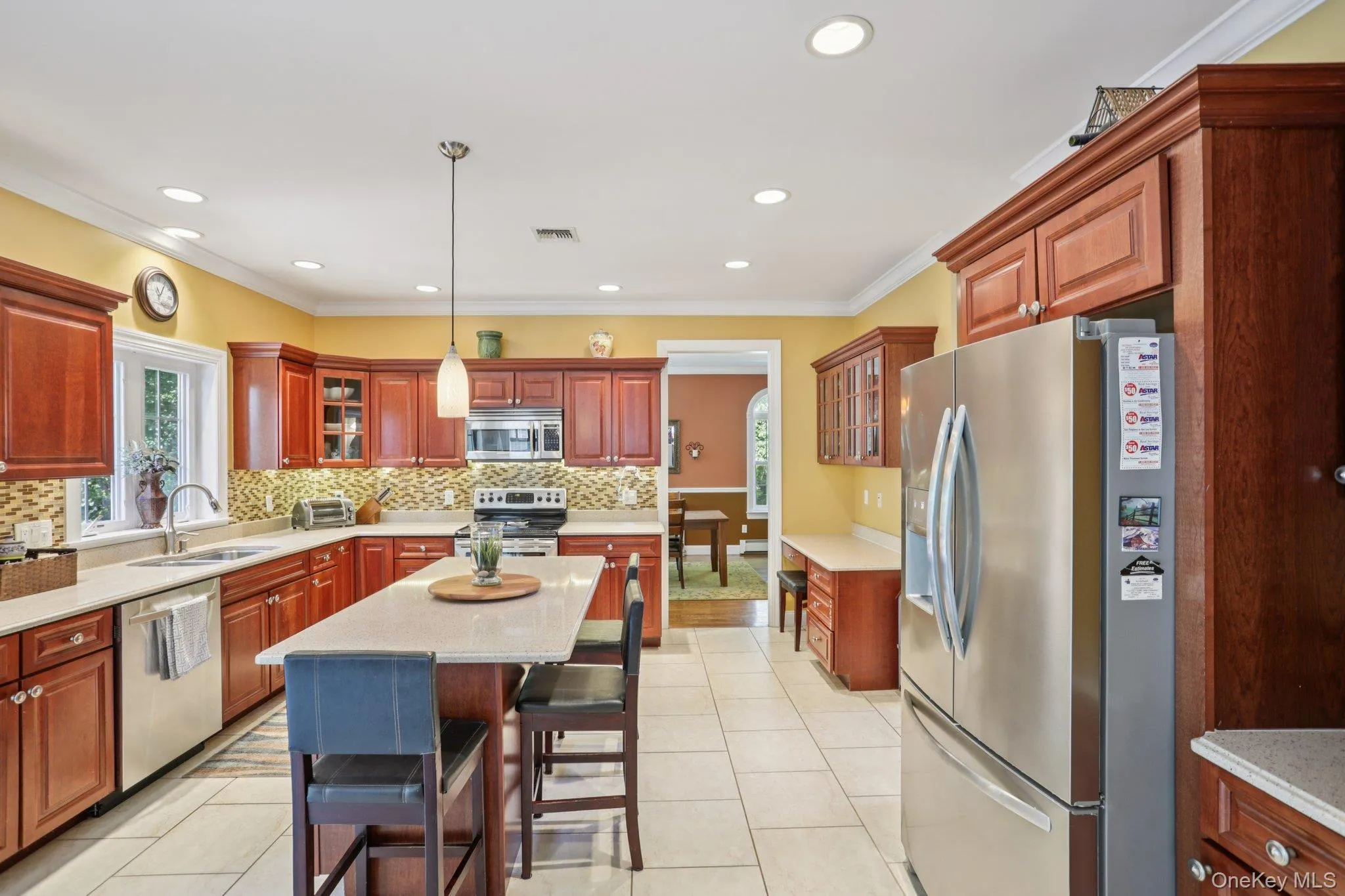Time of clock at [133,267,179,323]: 11:05
